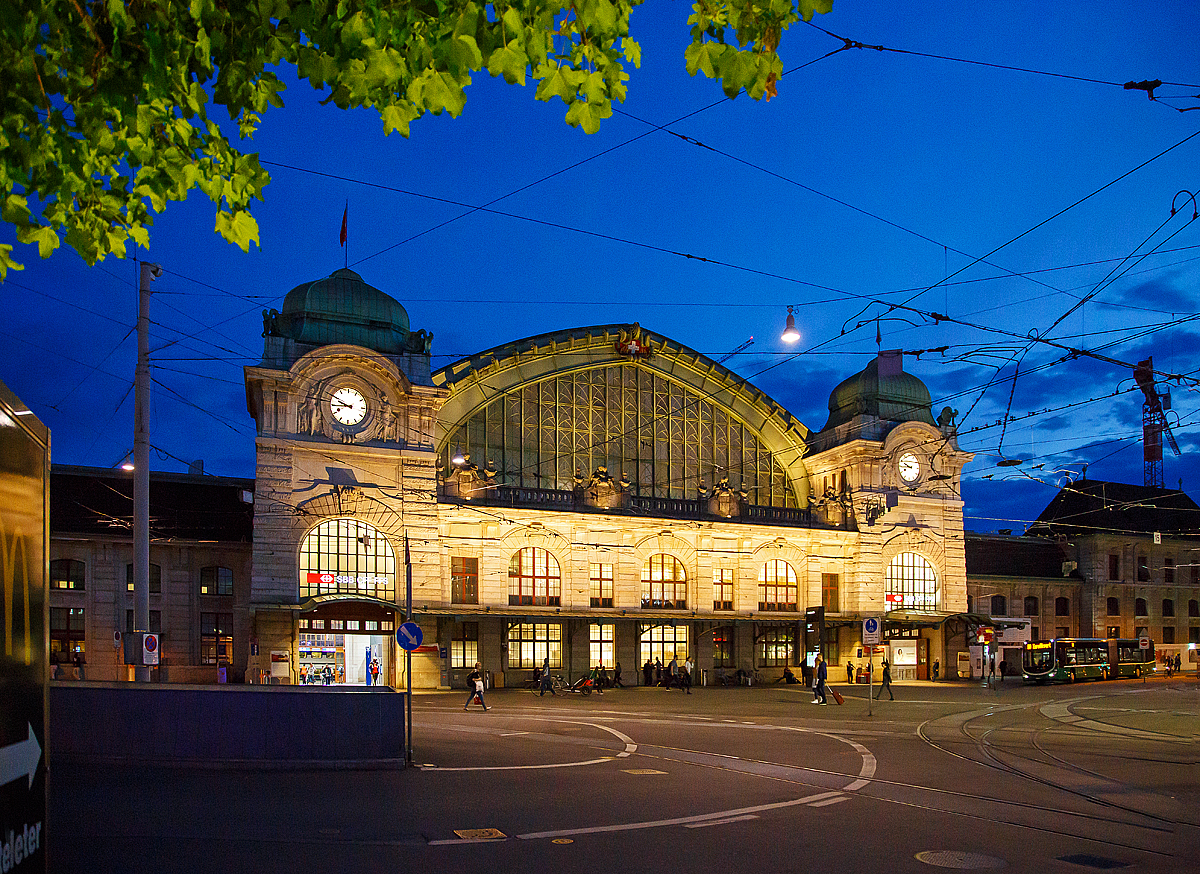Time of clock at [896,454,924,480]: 9:44
